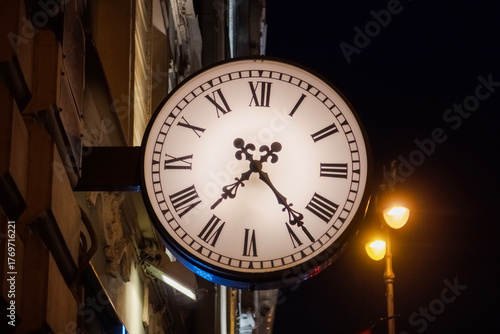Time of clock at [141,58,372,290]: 7:23
